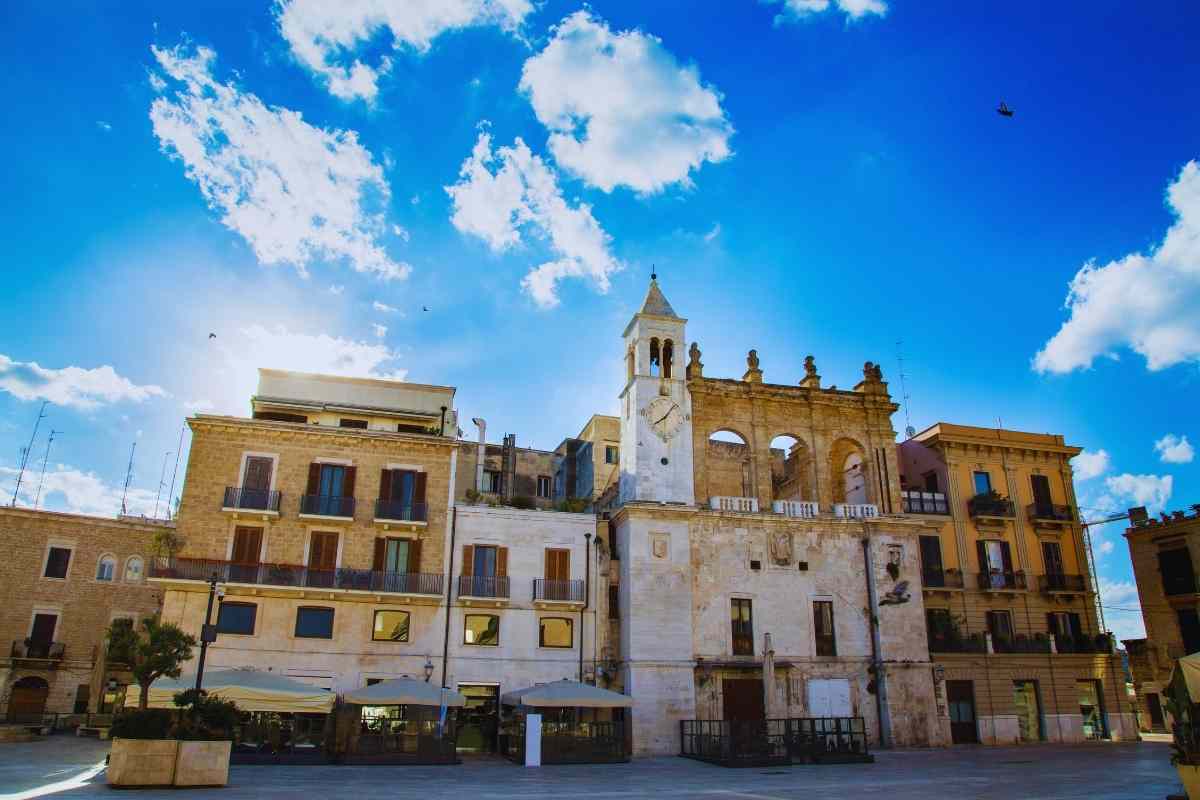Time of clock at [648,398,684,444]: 8:07
